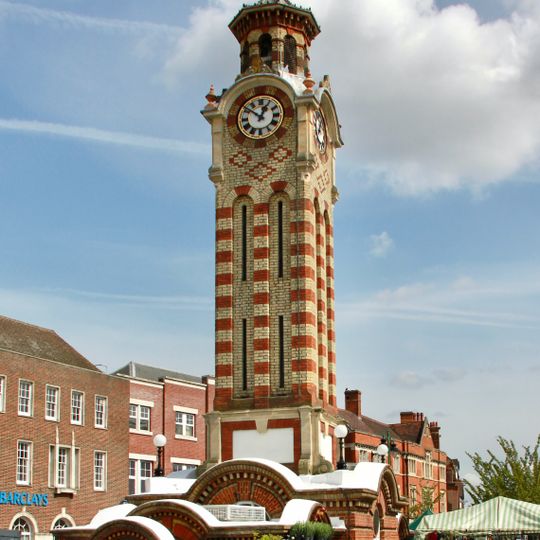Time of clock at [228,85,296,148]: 12:51
